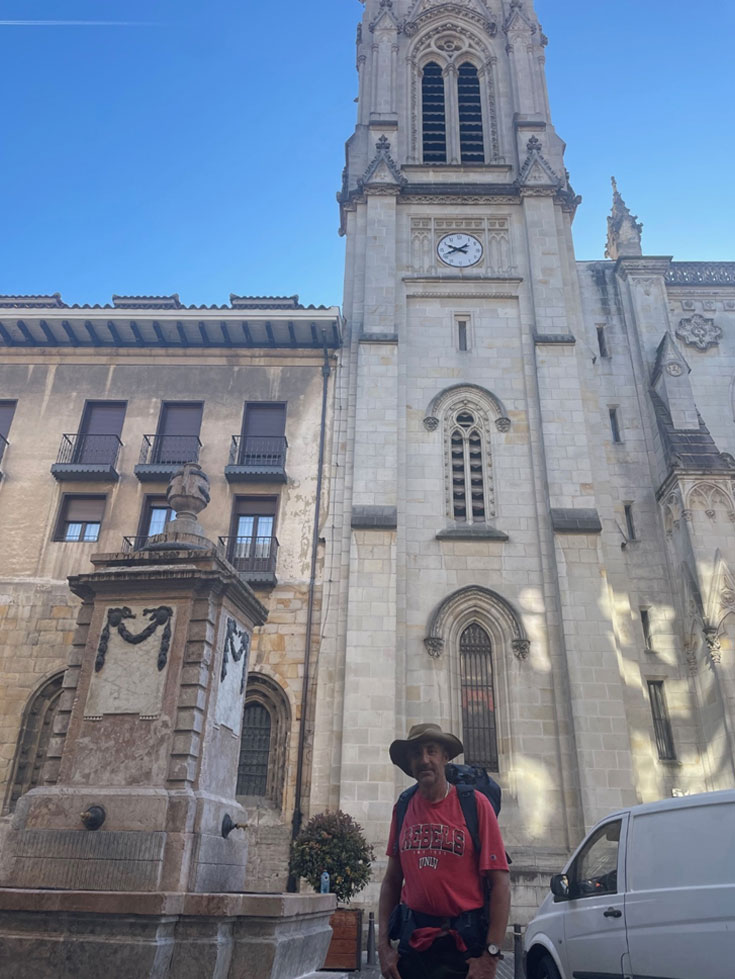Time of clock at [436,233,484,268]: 9:41
